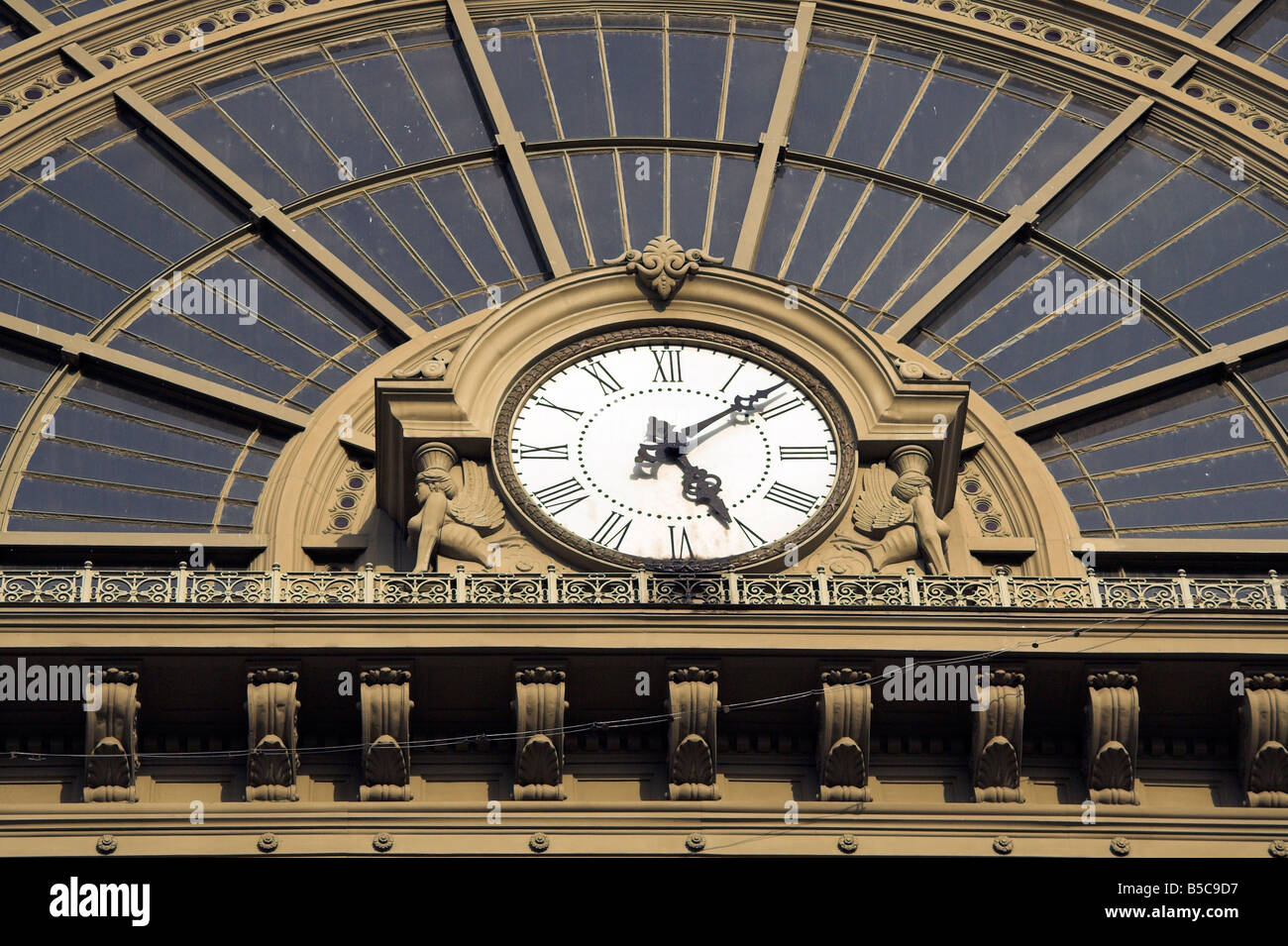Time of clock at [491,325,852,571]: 5:08
